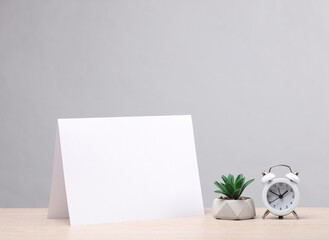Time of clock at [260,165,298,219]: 1:49
